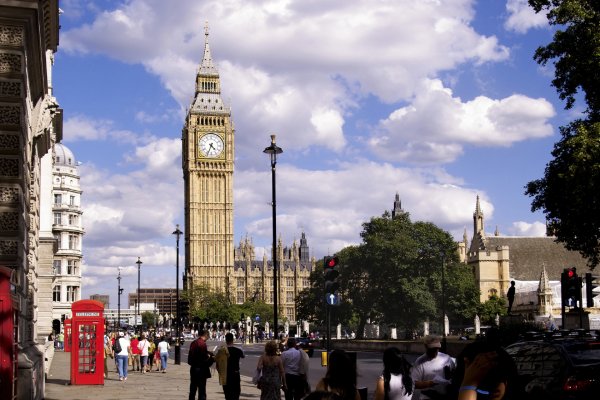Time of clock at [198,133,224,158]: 4:33
